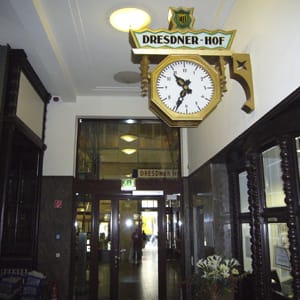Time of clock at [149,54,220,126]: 10:34
